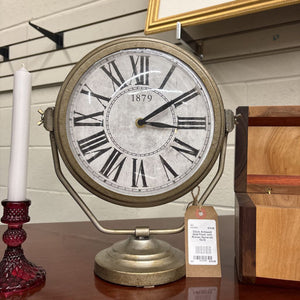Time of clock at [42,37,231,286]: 3:09
